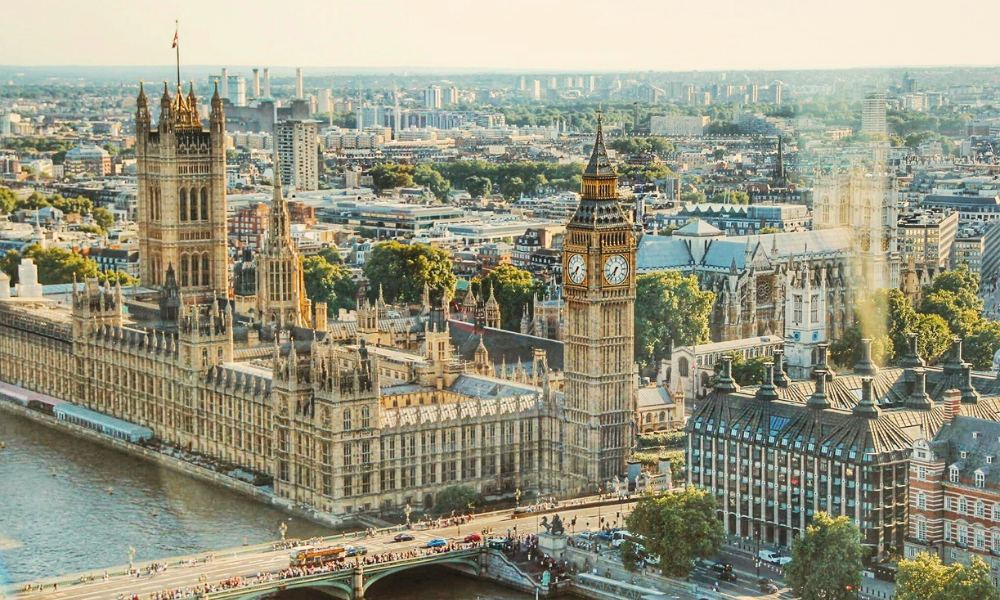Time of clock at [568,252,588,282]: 6:38
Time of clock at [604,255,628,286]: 6:37
